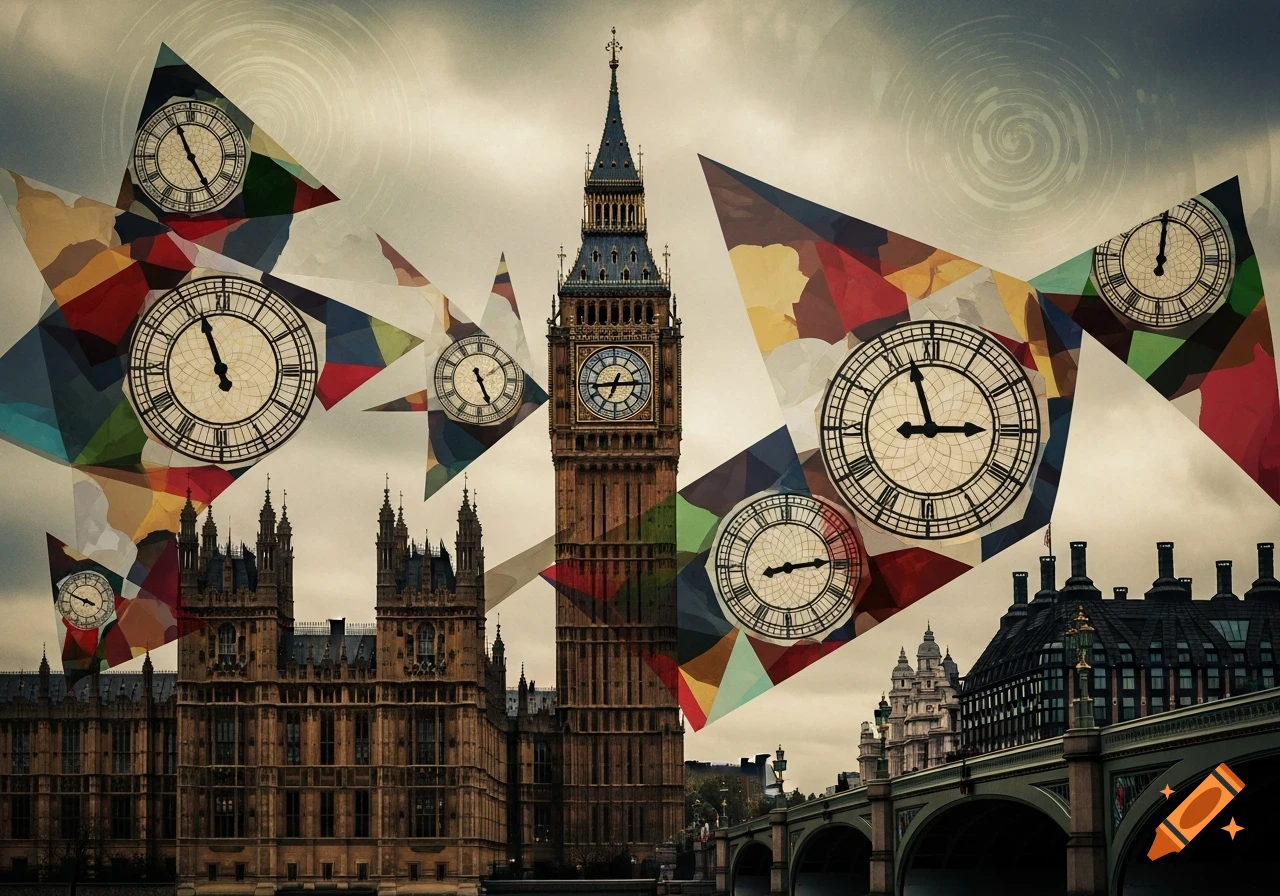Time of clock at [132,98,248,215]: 4:55
